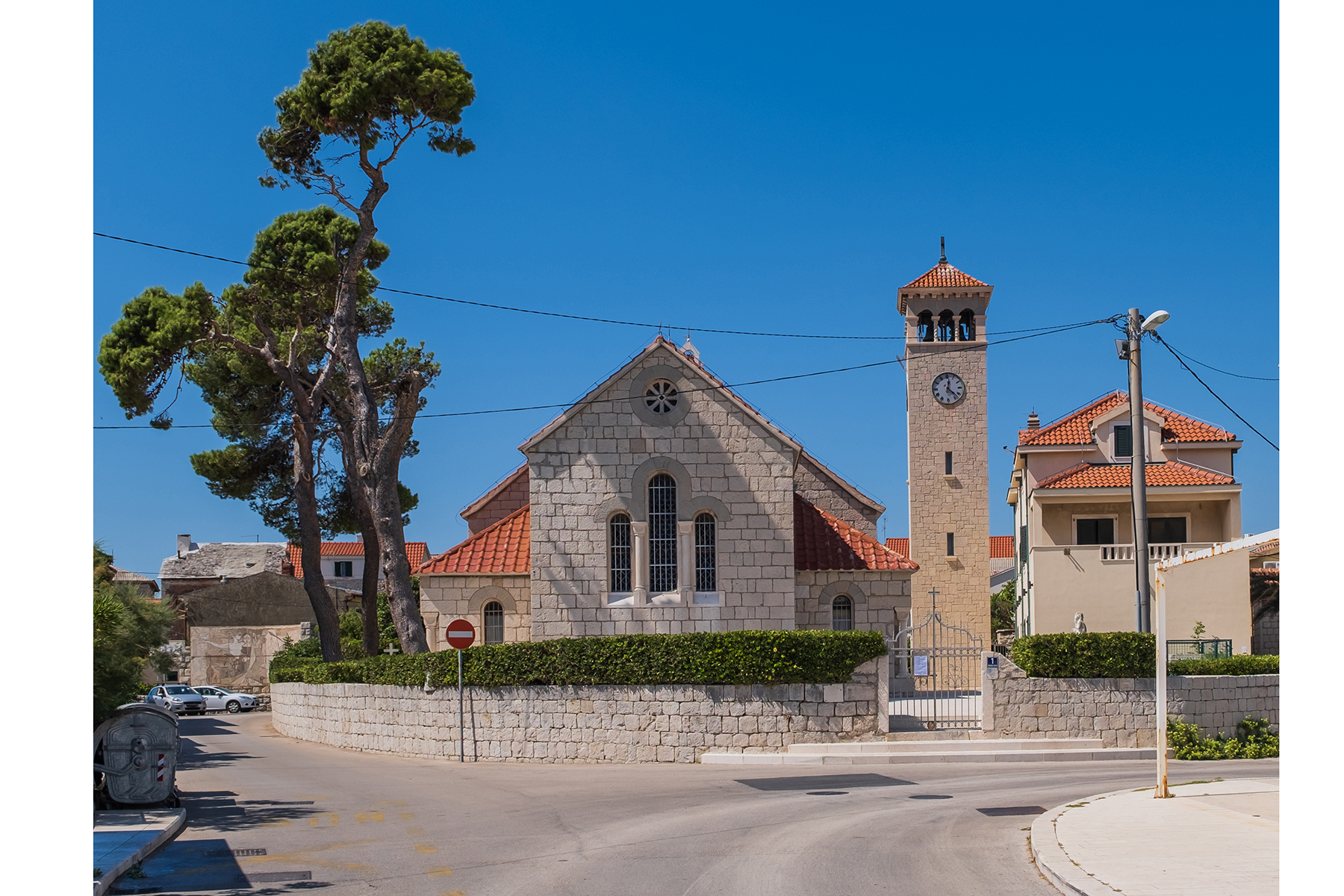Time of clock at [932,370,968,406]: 12:22
